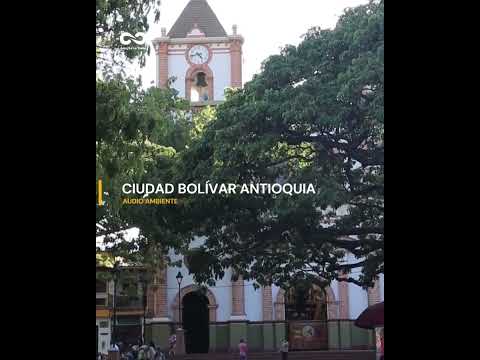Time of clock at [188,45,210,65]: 4:42
